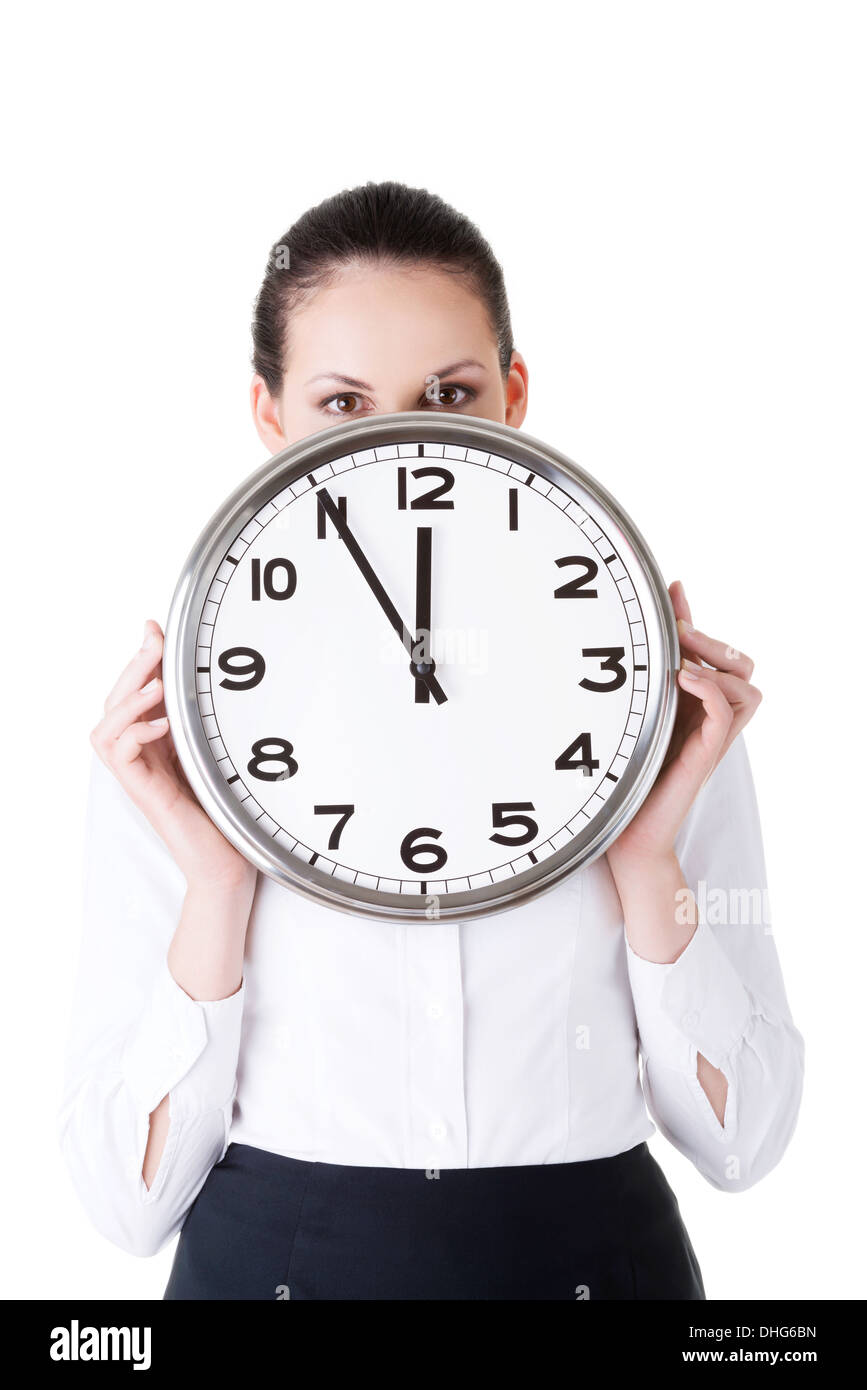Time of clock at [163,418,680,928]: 11:54
